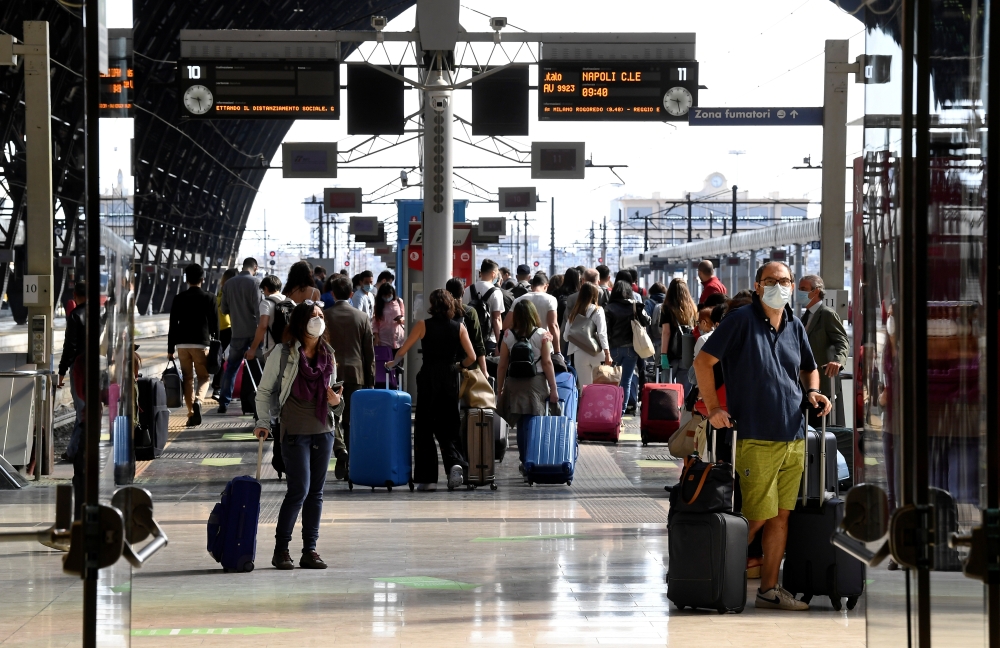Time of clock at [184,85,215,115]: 9:28
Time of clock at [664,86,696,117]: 9:28
